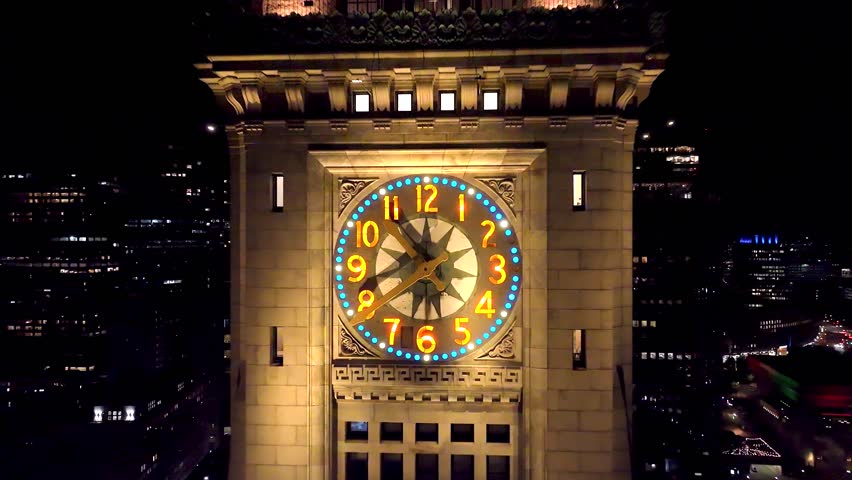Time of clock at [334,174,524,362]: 10:41
